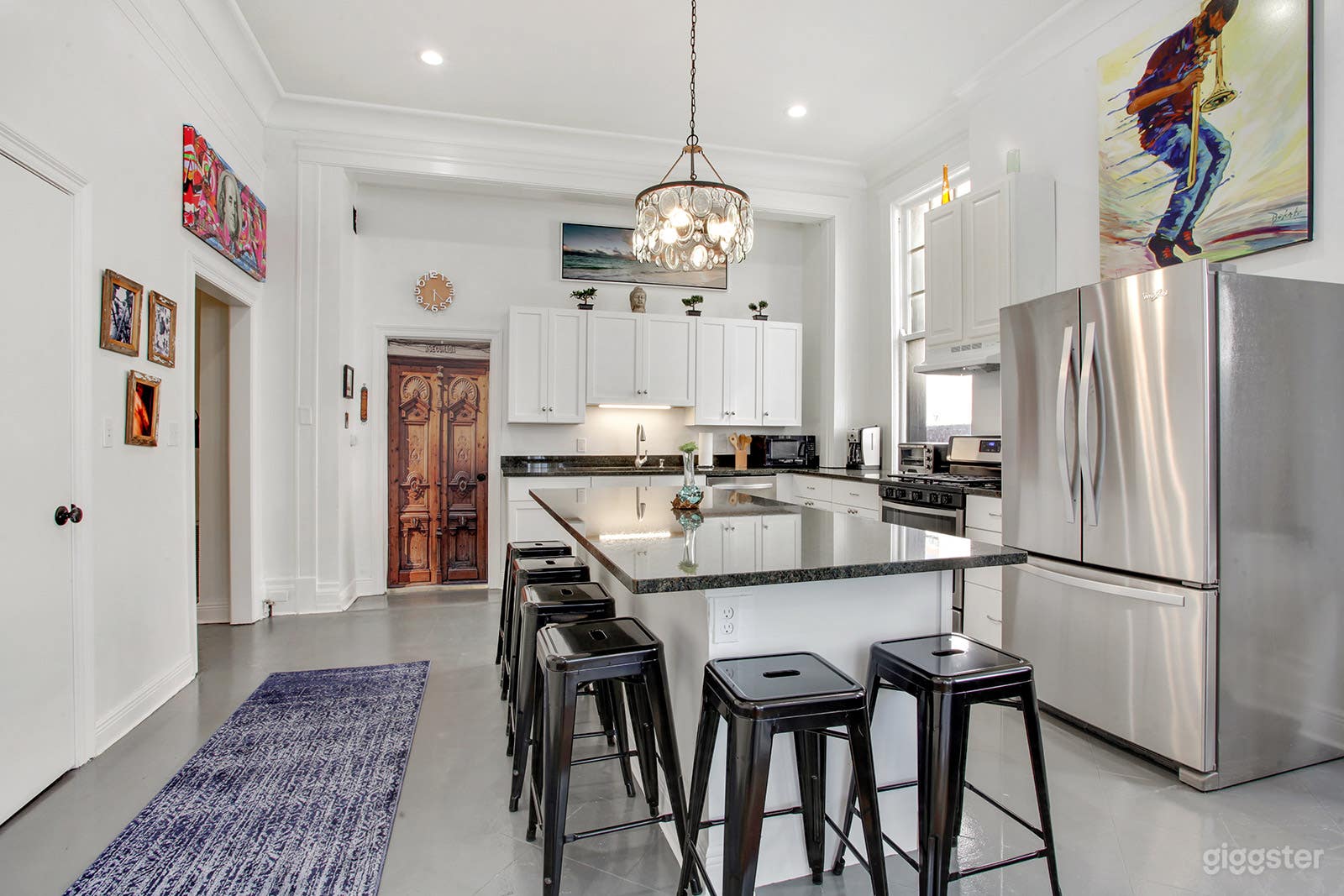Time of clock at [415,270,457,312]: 6:22
